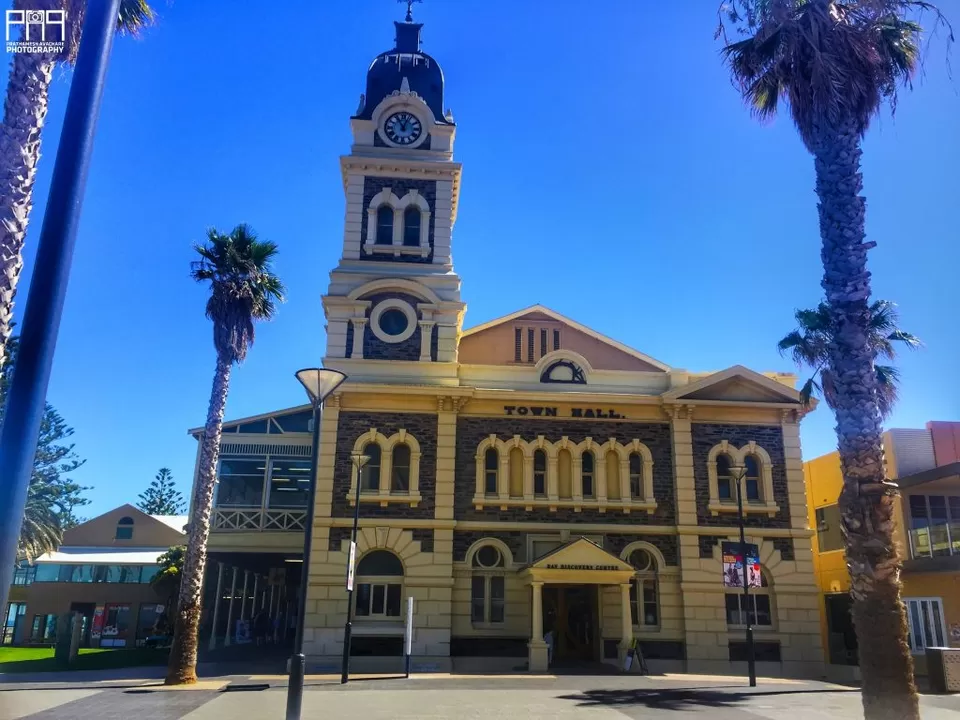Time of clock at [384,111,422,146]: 11:03
